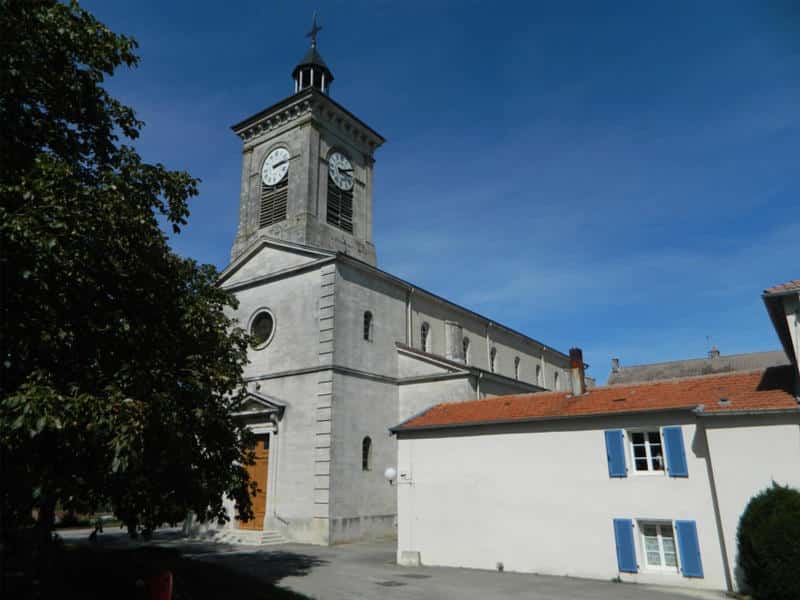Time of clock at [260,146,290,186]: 2:13
